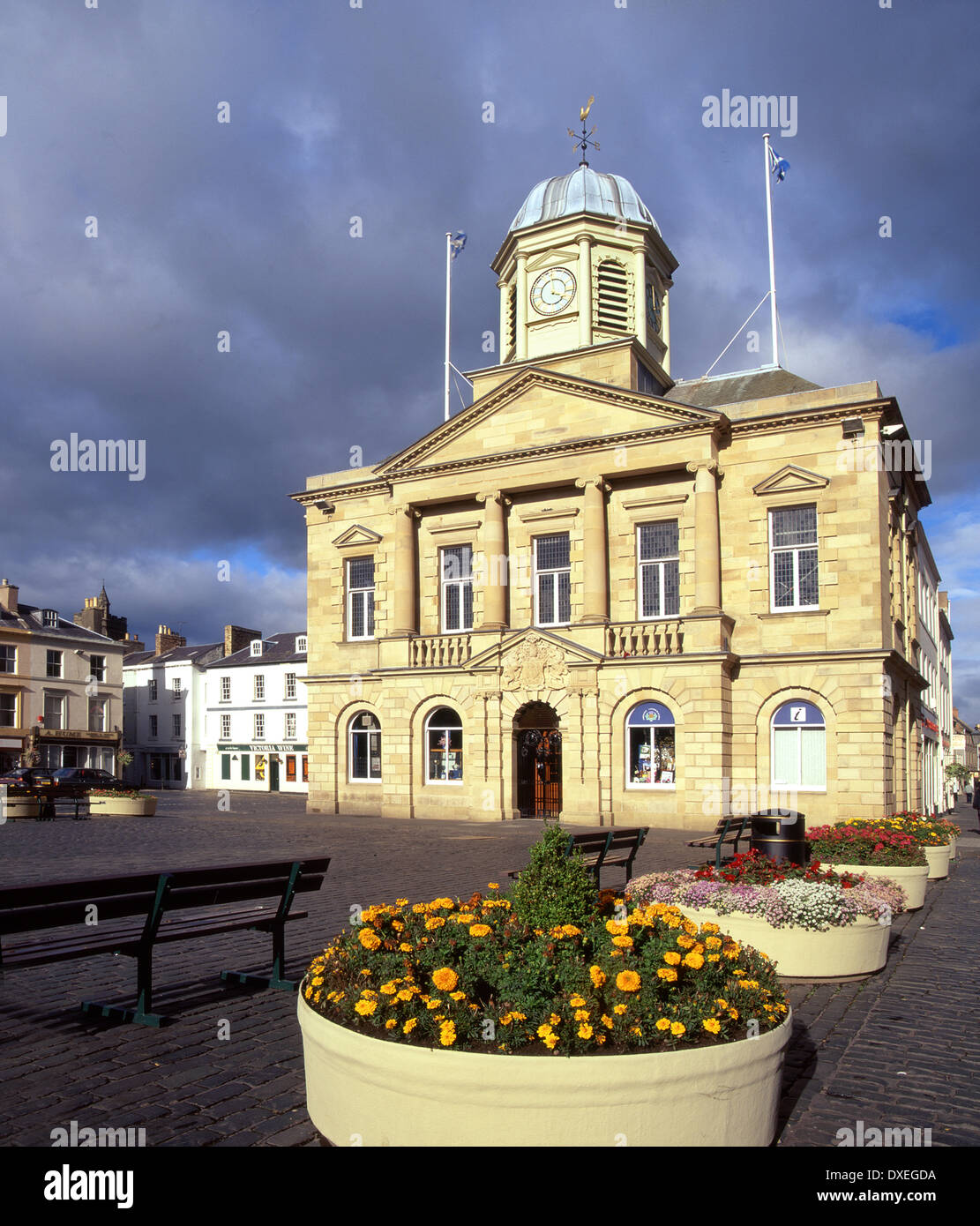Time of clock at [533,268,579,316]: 3:58
